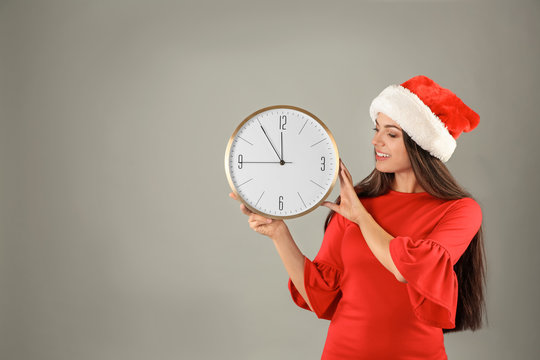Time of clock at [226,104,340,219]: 11:54
